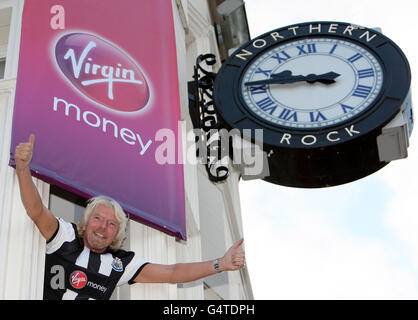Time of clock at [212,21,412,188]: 9:45
